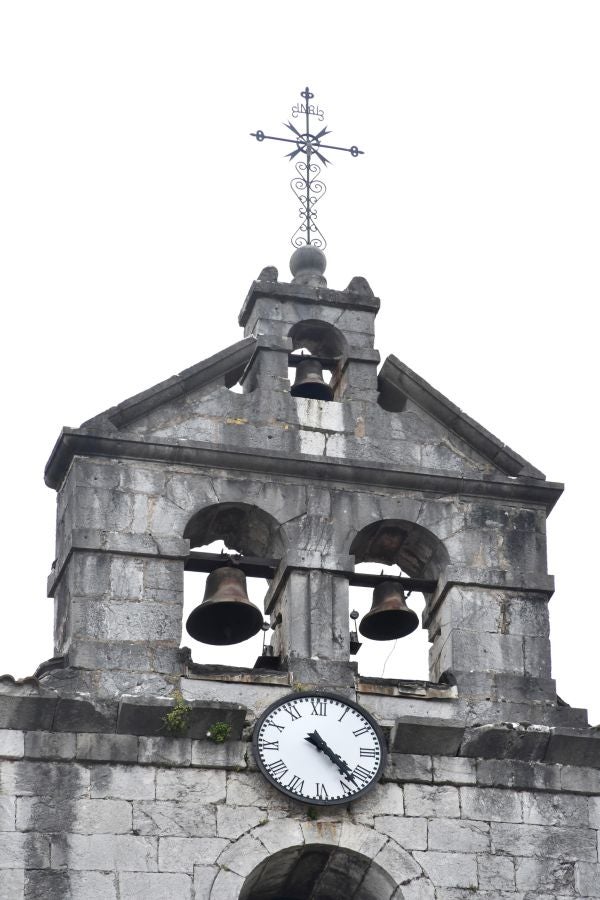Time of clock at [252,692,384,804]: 4:23
